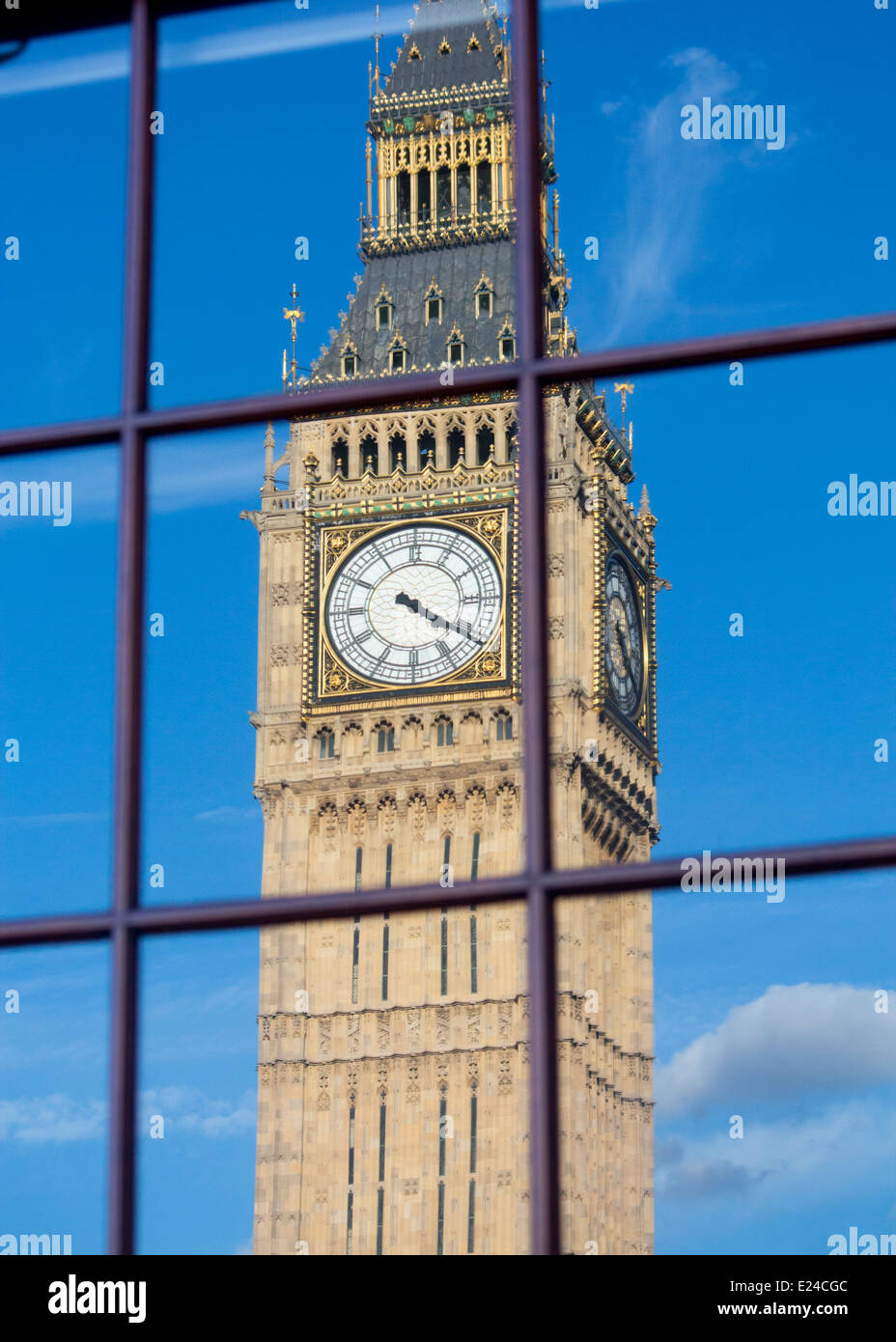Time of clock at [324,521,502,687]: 4:20
